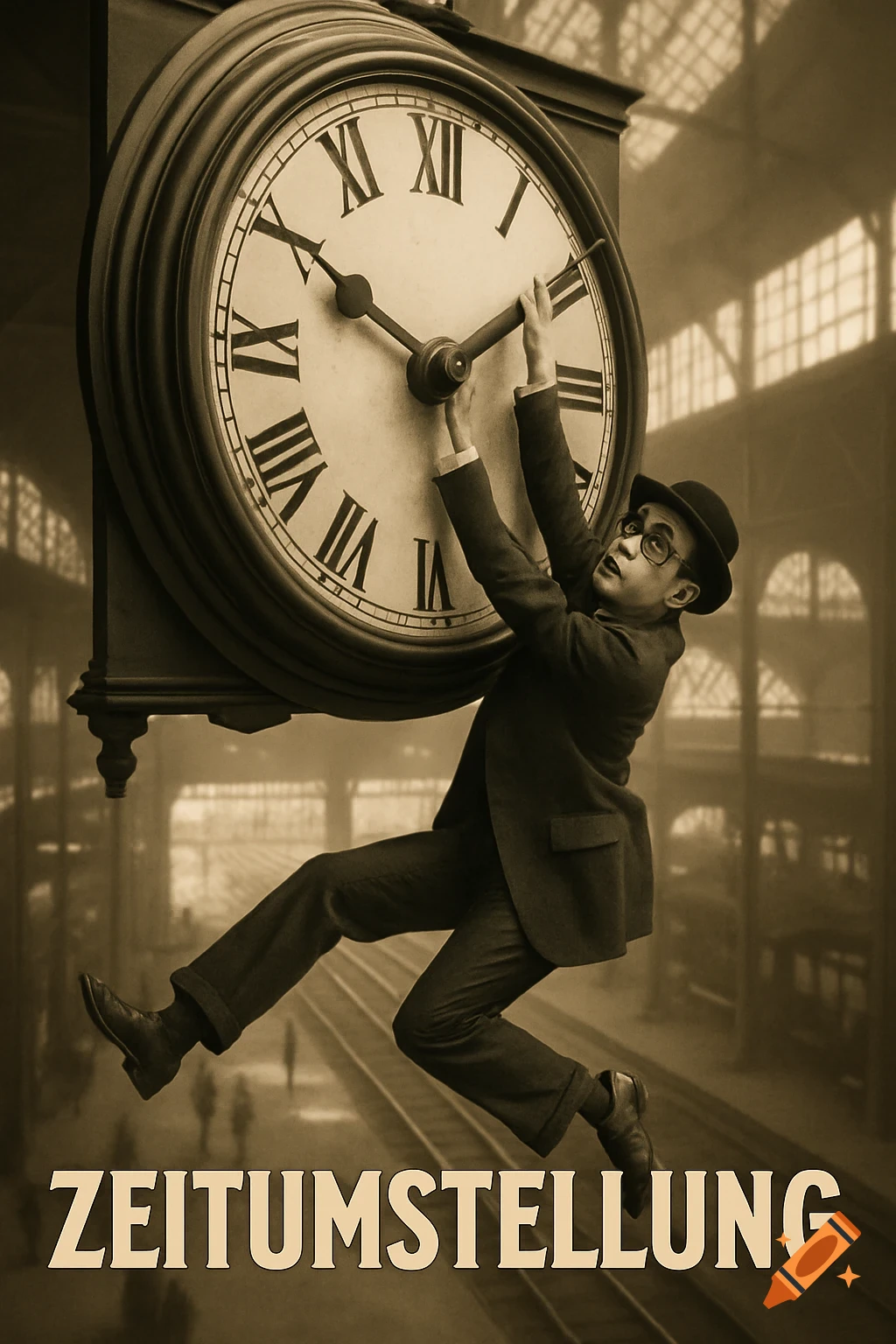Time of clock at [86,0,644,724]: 1:50
